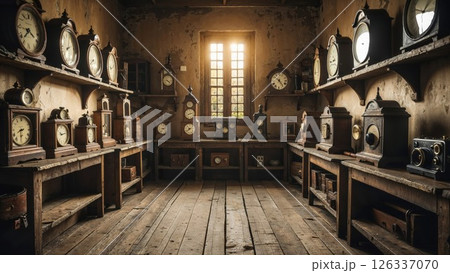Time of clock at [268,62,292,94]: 10:23
